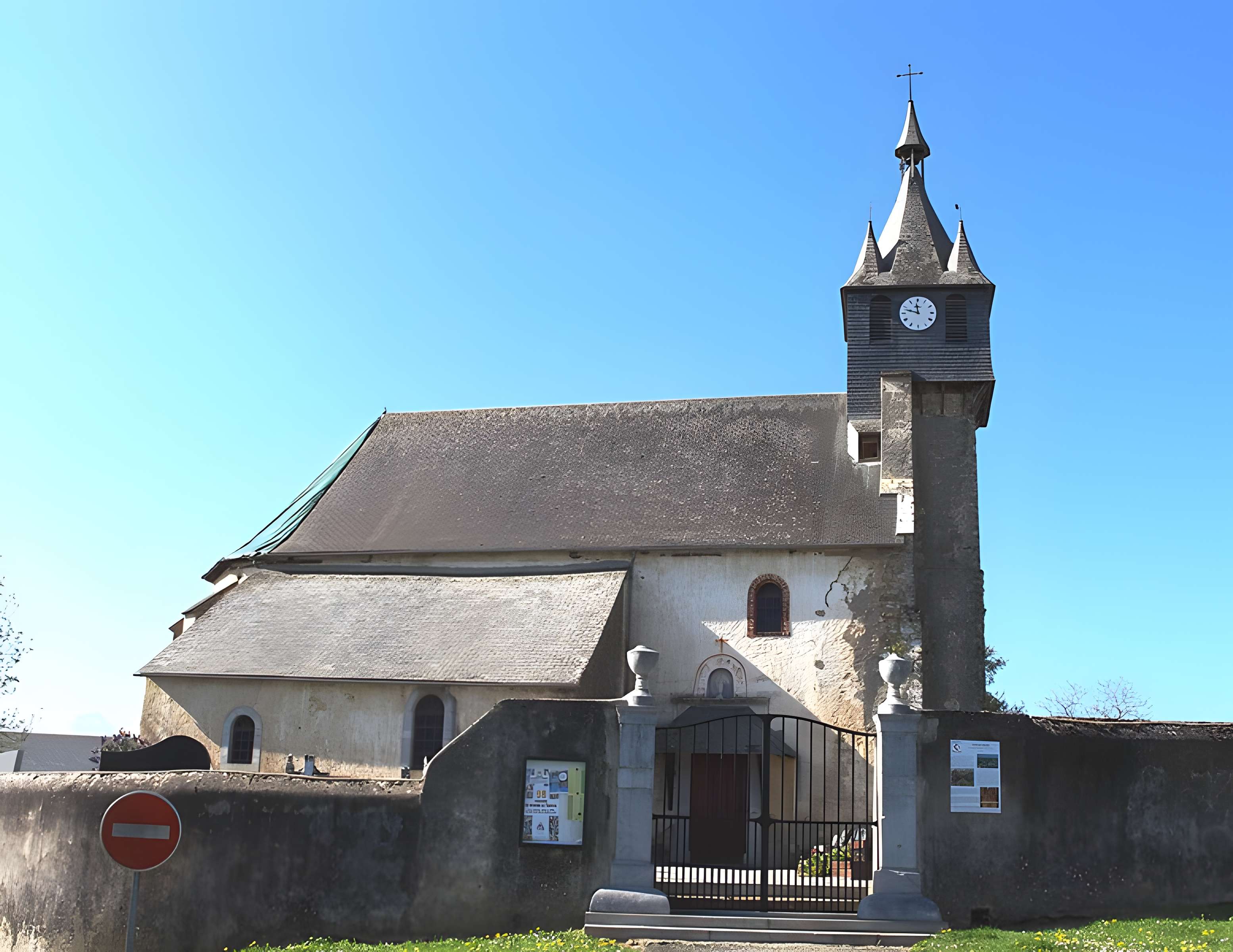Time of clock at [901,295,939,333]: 11:47
